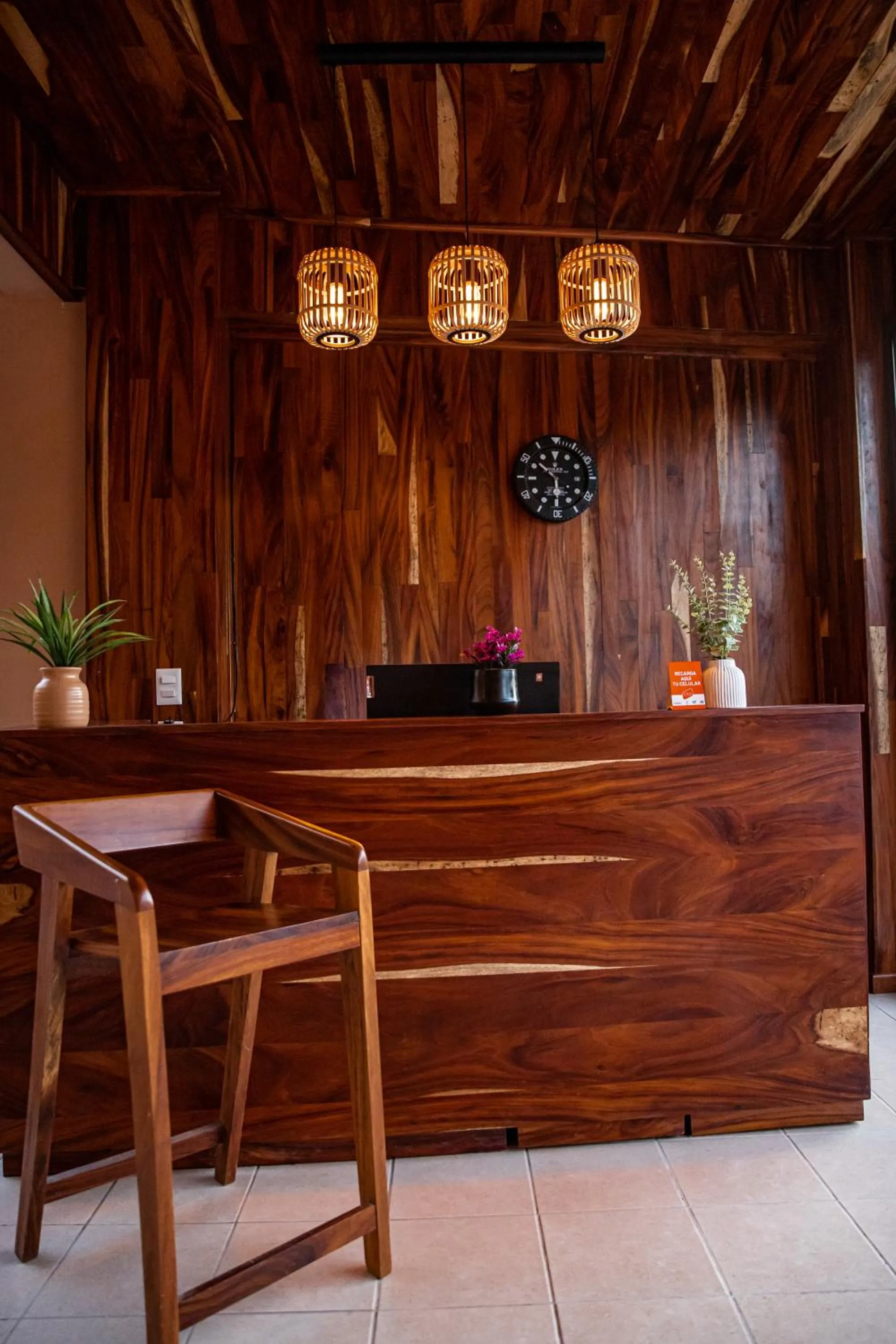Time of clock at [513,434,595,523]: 5:51
